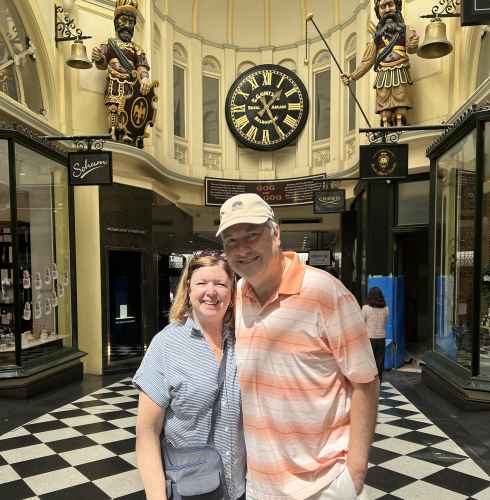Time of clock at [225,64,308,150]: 1:24
